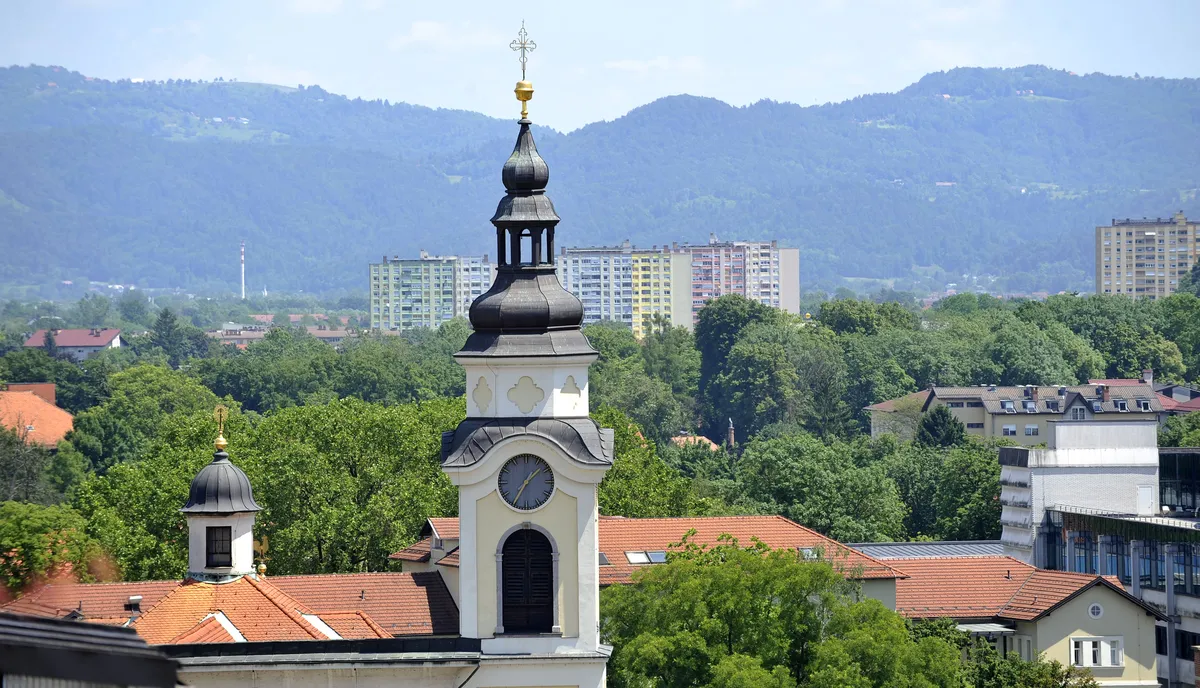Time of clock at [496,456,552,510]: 1:35
